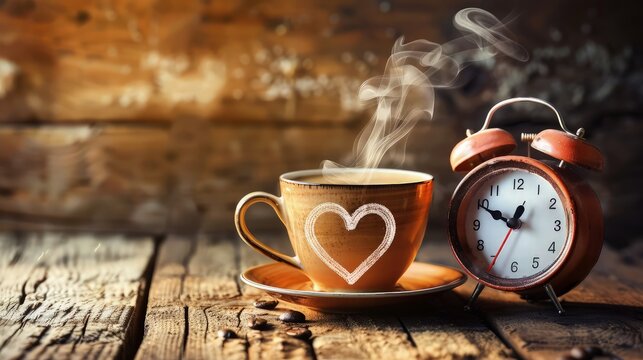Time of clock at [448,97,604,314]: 12:49
